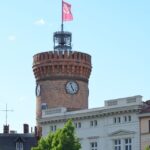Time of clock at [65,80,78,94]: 4:57
